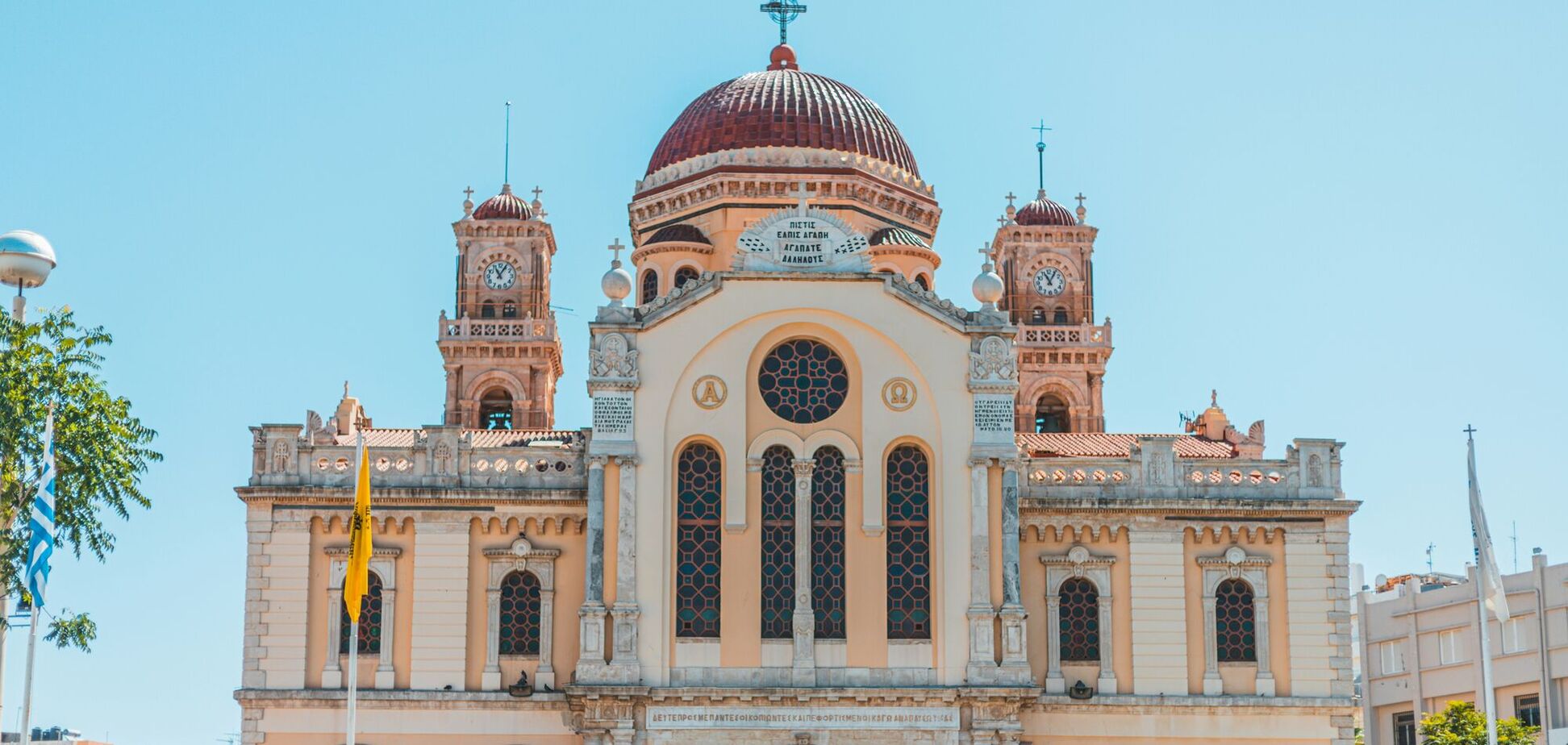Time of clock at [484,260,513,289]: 11:05
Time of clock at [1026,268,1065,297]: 11:05
